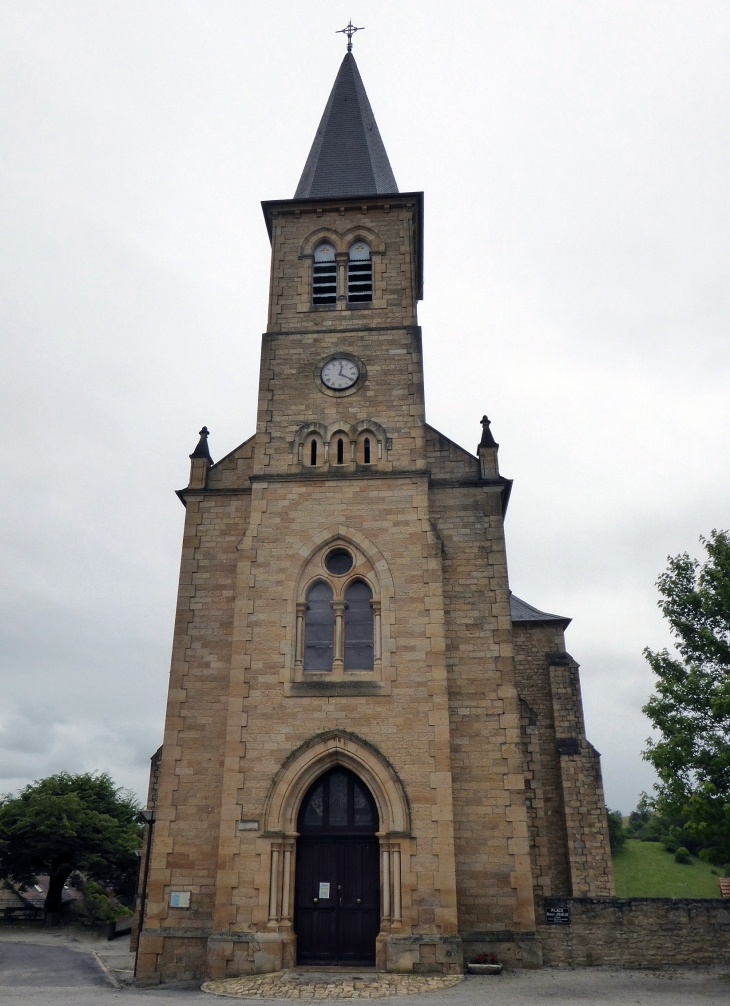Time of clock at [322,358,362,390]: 12:19
